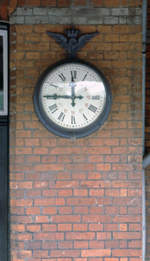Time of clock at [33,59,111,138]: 11:45
